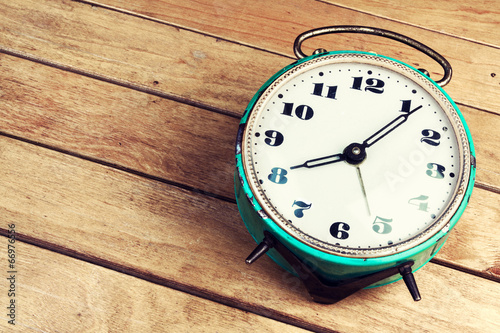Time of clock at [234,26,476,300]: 8:06
